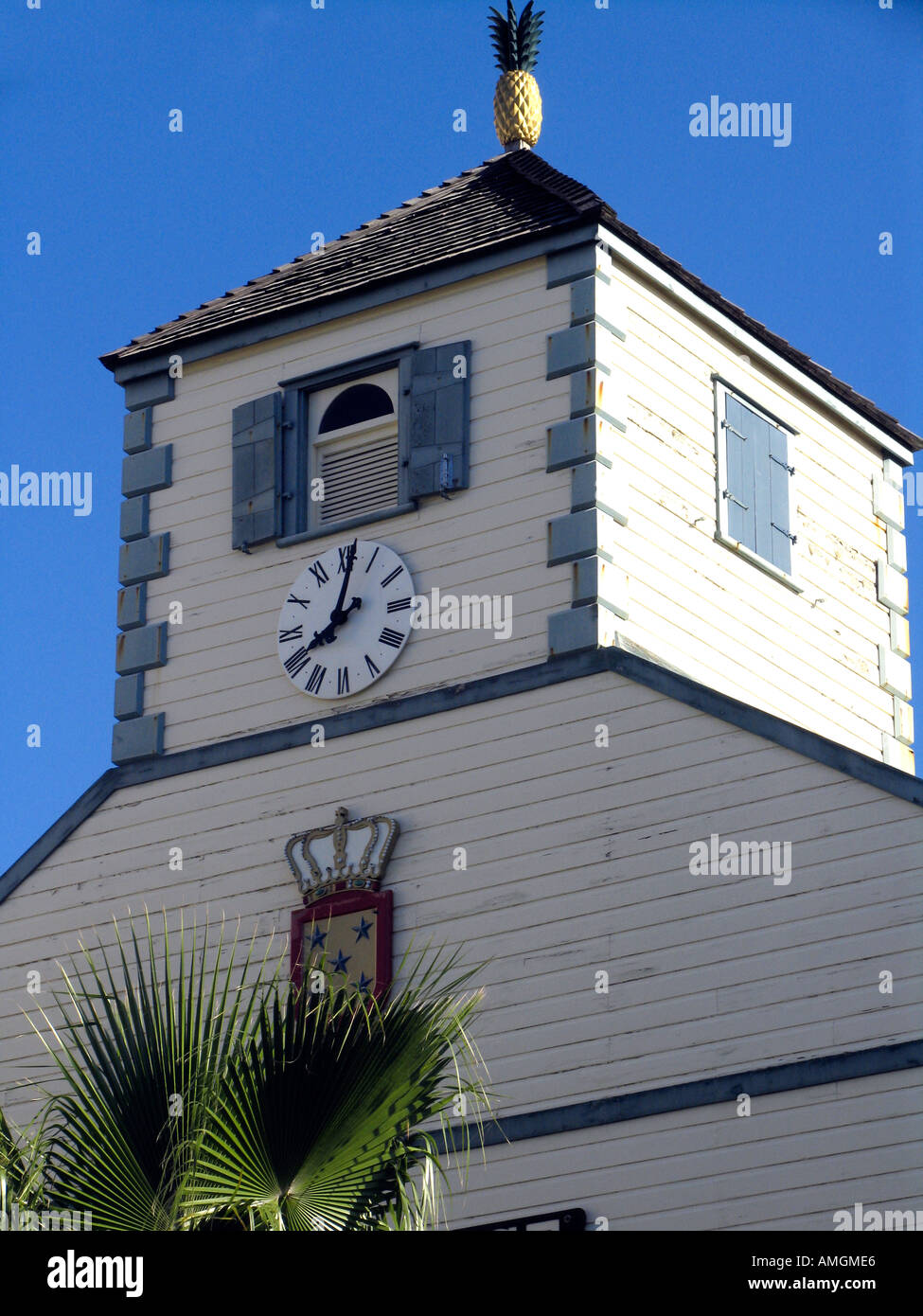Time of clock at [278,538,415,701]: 8:01
